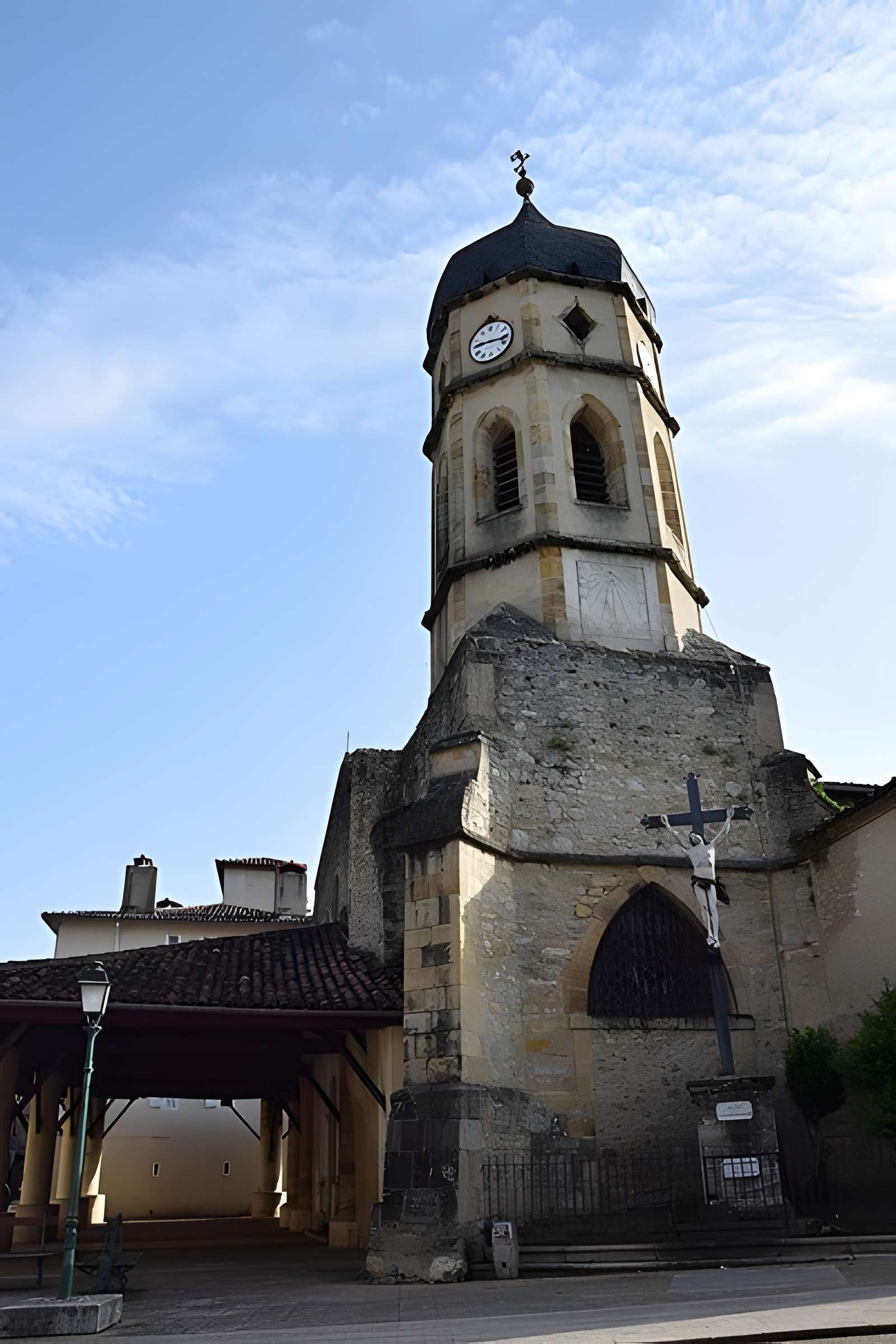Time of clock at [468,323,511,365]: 9:17
